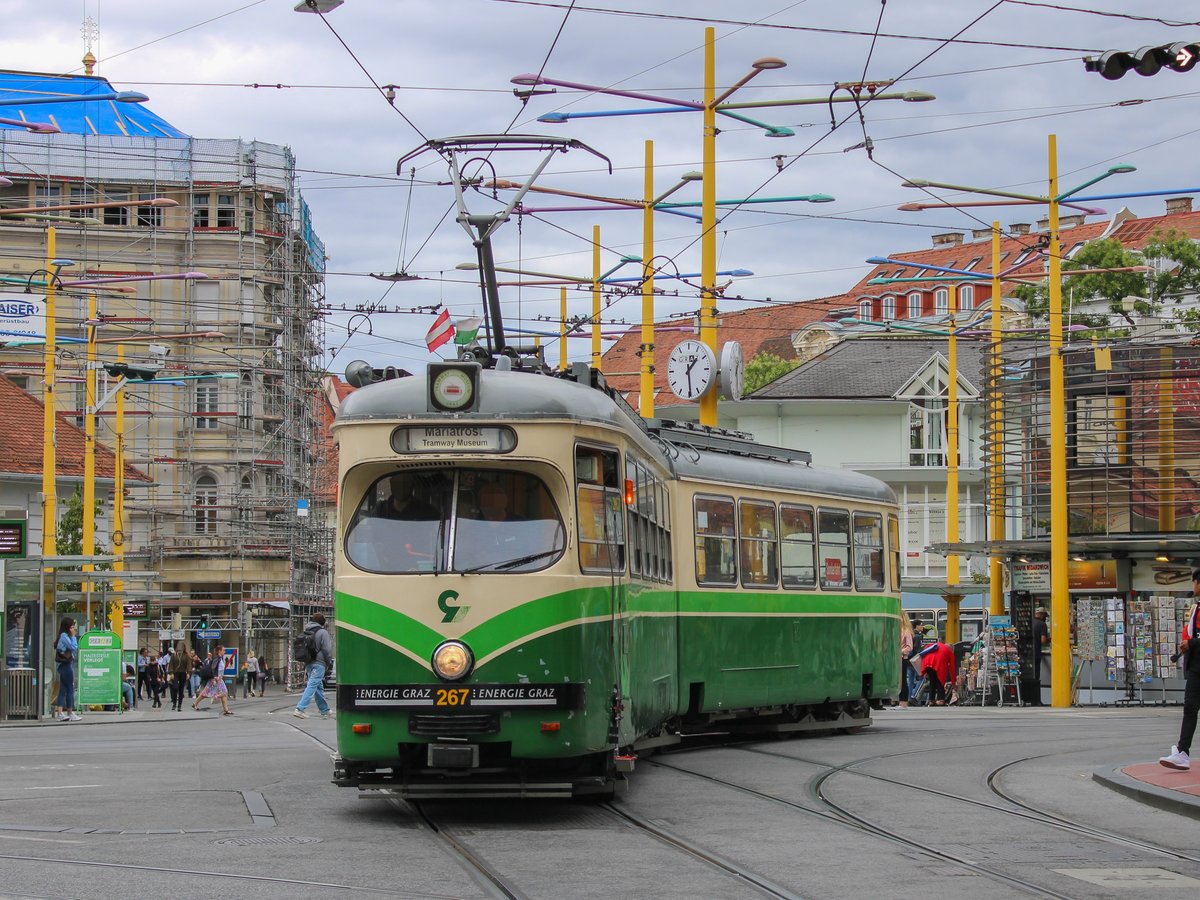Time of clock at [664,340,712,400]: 1:29
